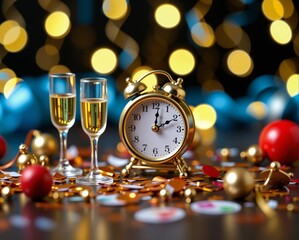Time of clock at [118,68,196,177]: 2:01
